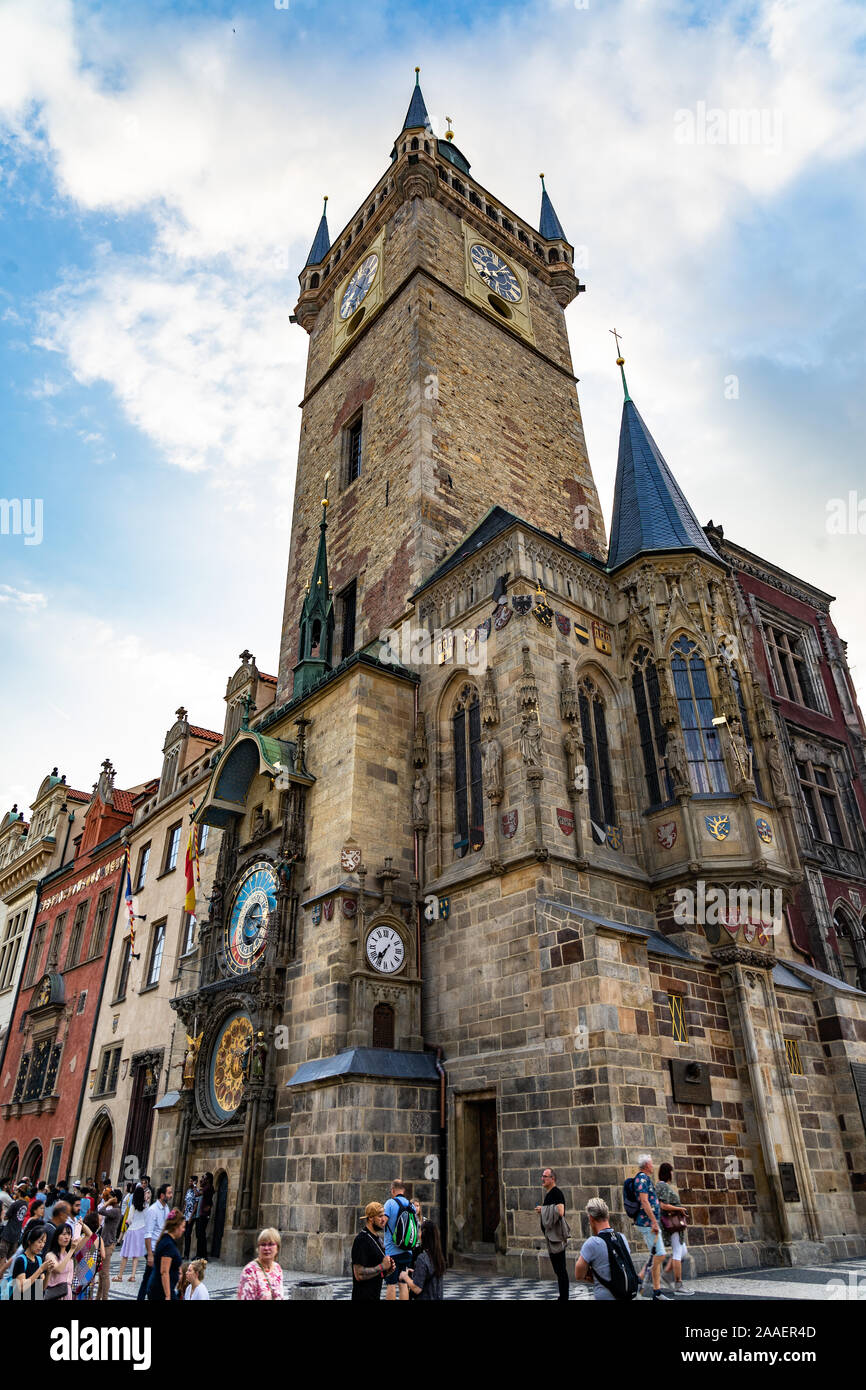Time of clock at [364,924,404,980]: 7:34
